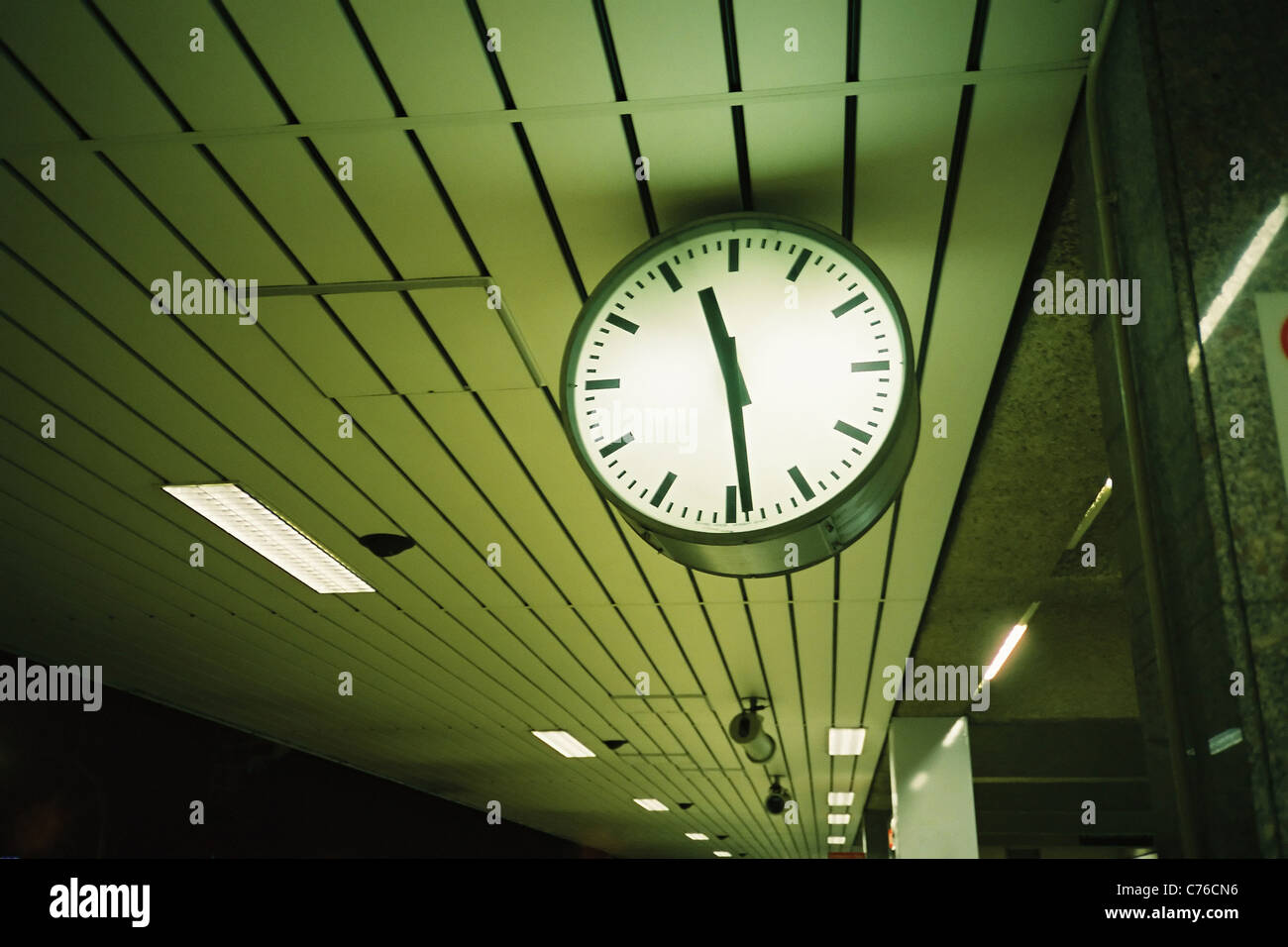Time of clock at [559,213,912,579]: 11:29
